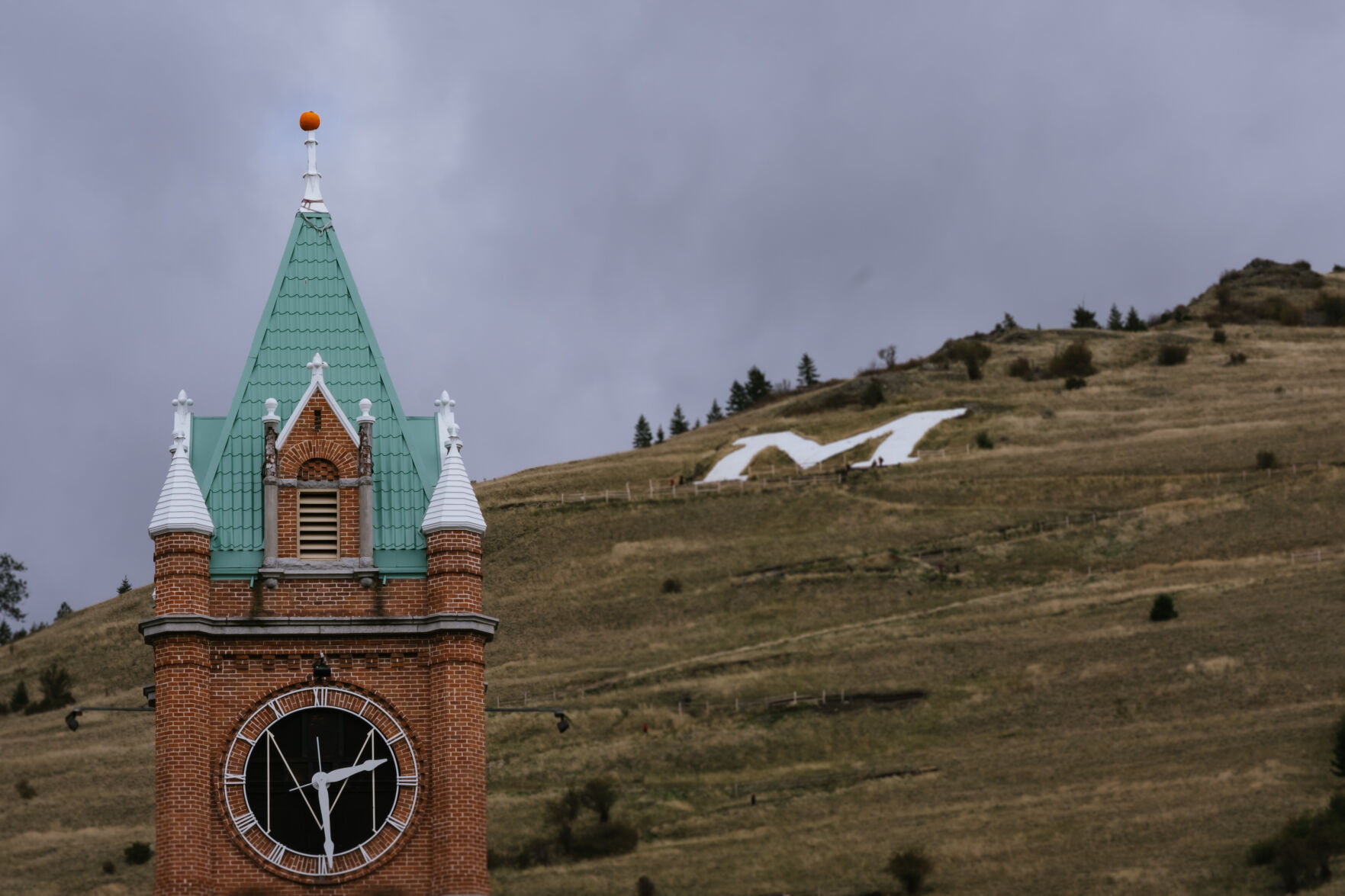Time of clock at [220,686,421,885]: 2:29
